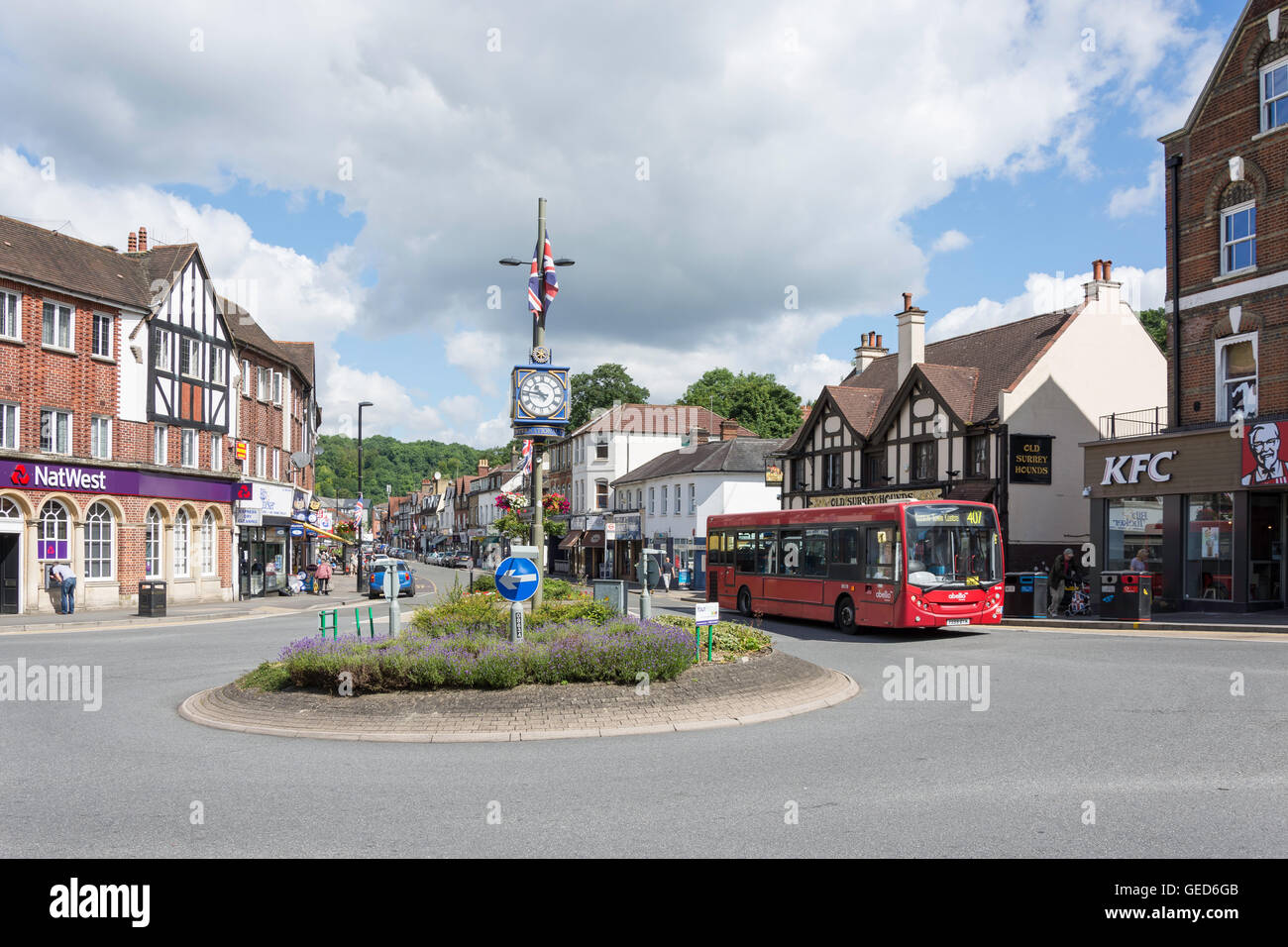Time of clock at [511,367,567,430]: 10:46
